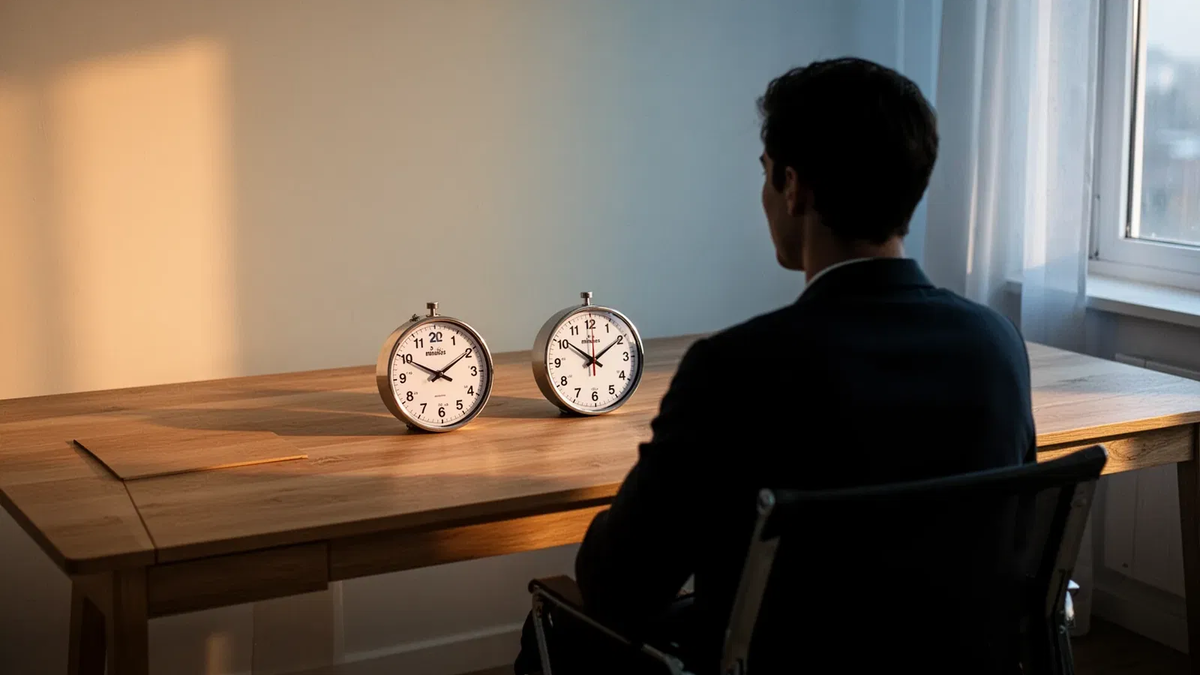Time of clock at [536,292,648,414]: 10:09
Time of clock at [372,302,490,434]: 1:49
